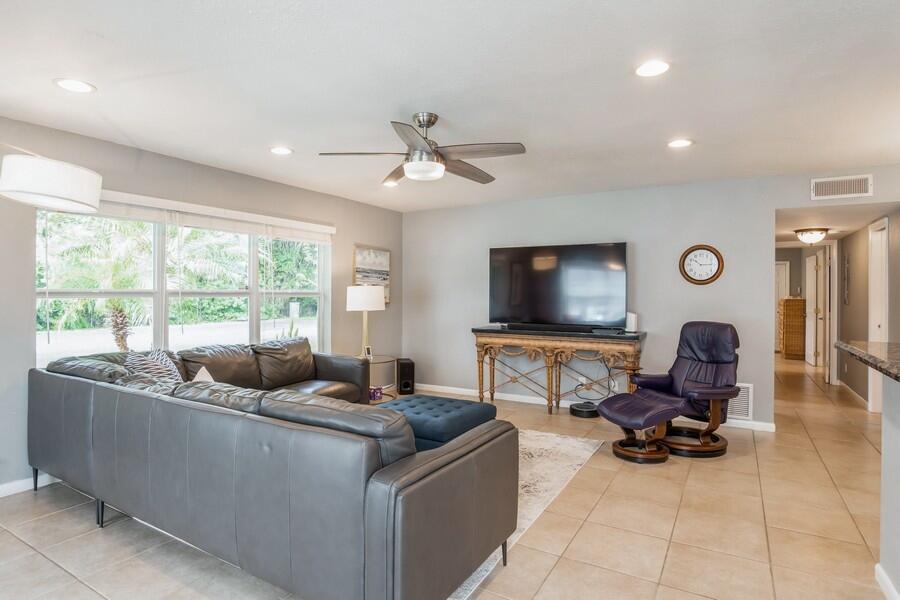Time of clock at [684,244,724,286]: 10:14
